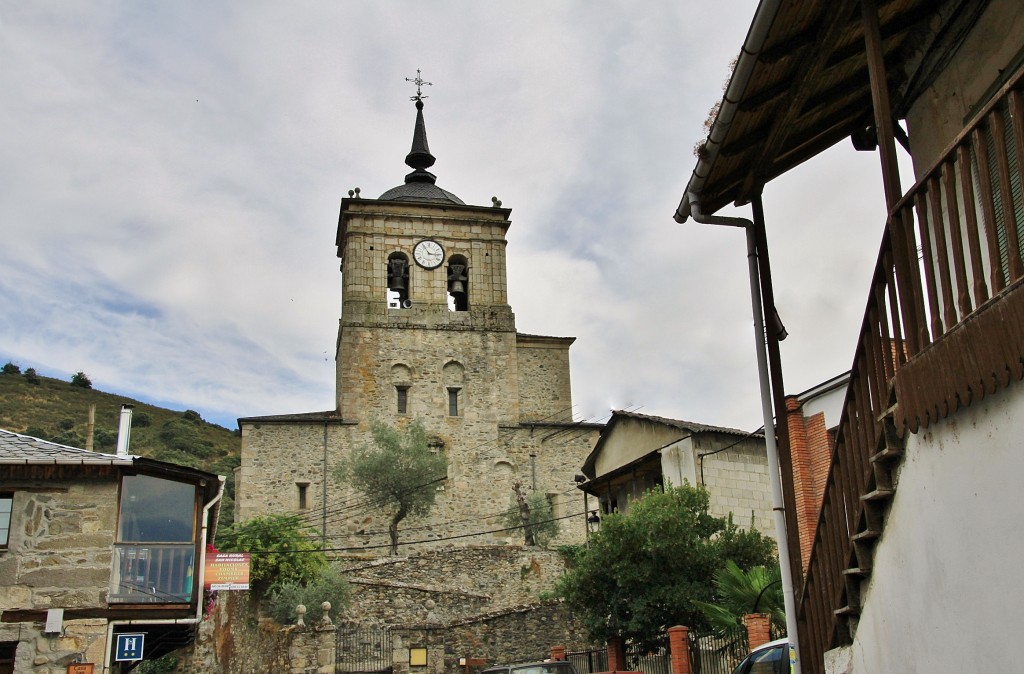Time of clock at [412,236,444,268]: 2:54
